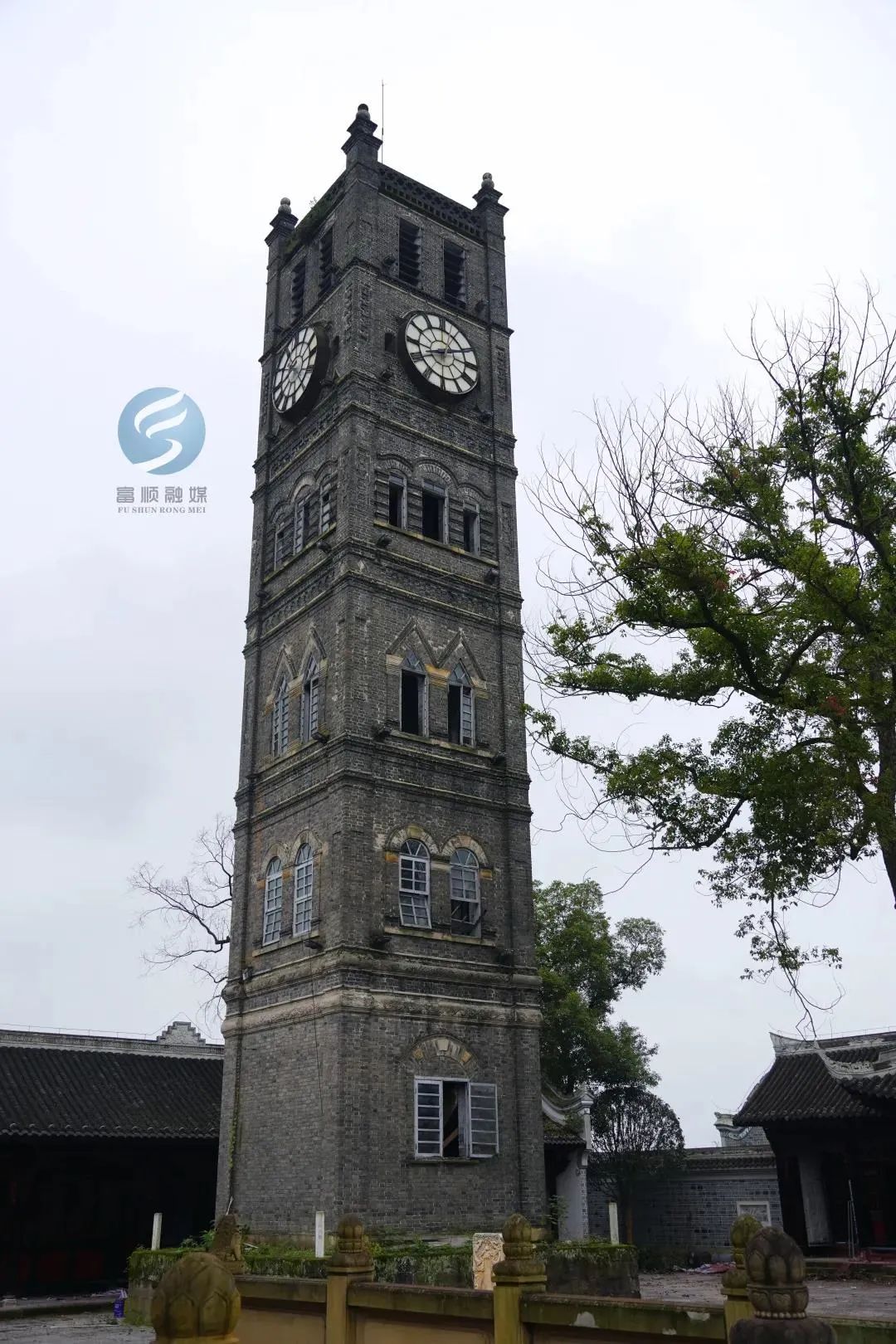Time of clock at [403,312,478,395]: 8:11
